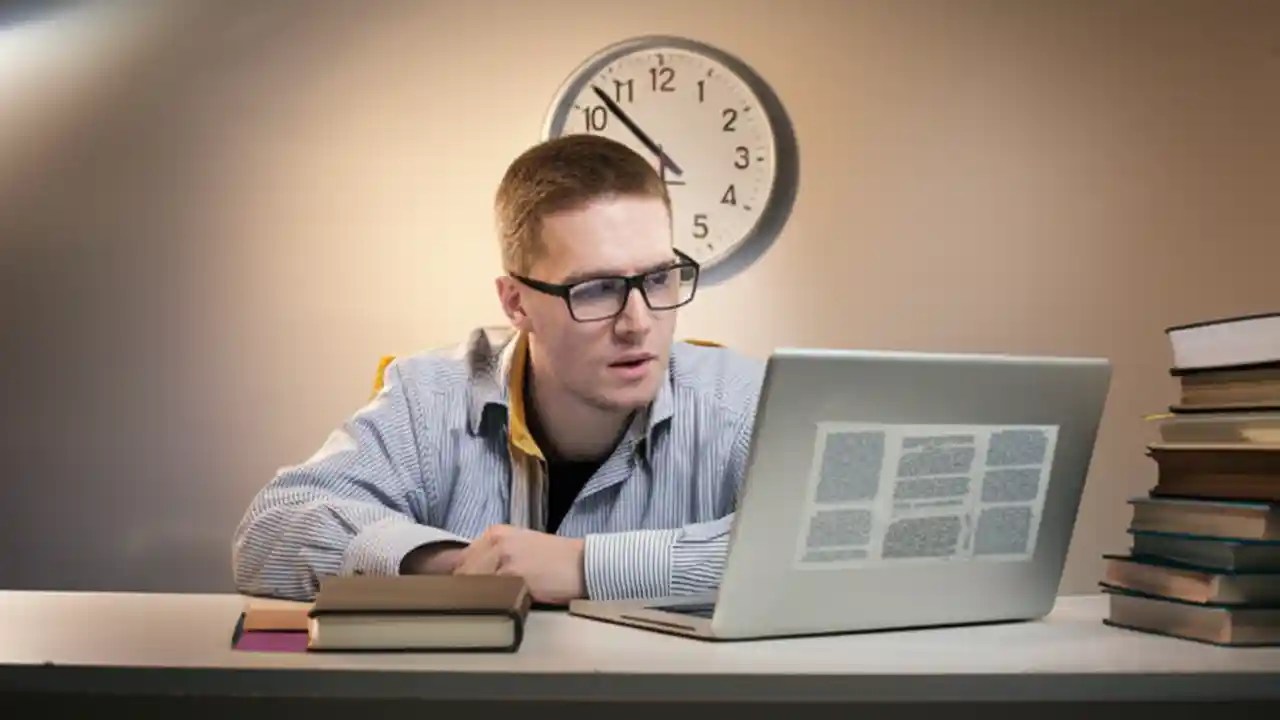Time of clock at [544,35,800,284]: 9:52
